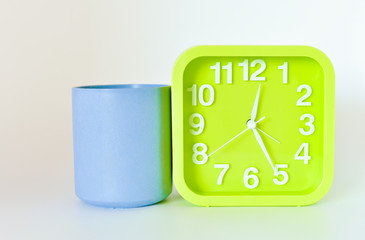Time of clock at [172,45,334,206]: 12:25
